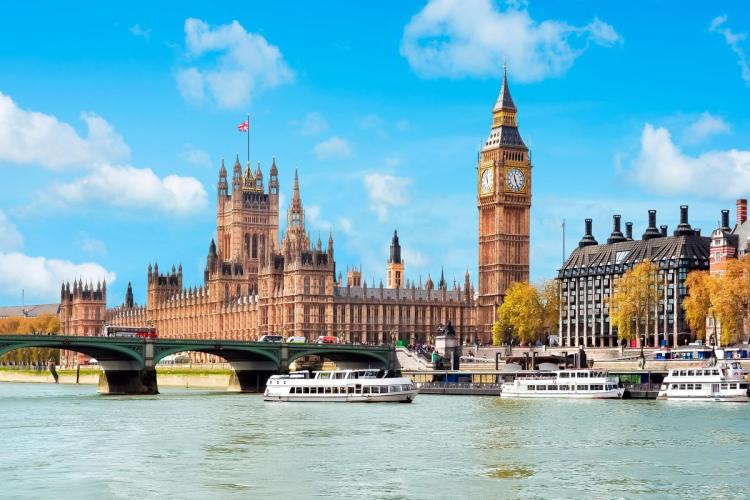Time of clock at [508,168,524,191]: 11:26
